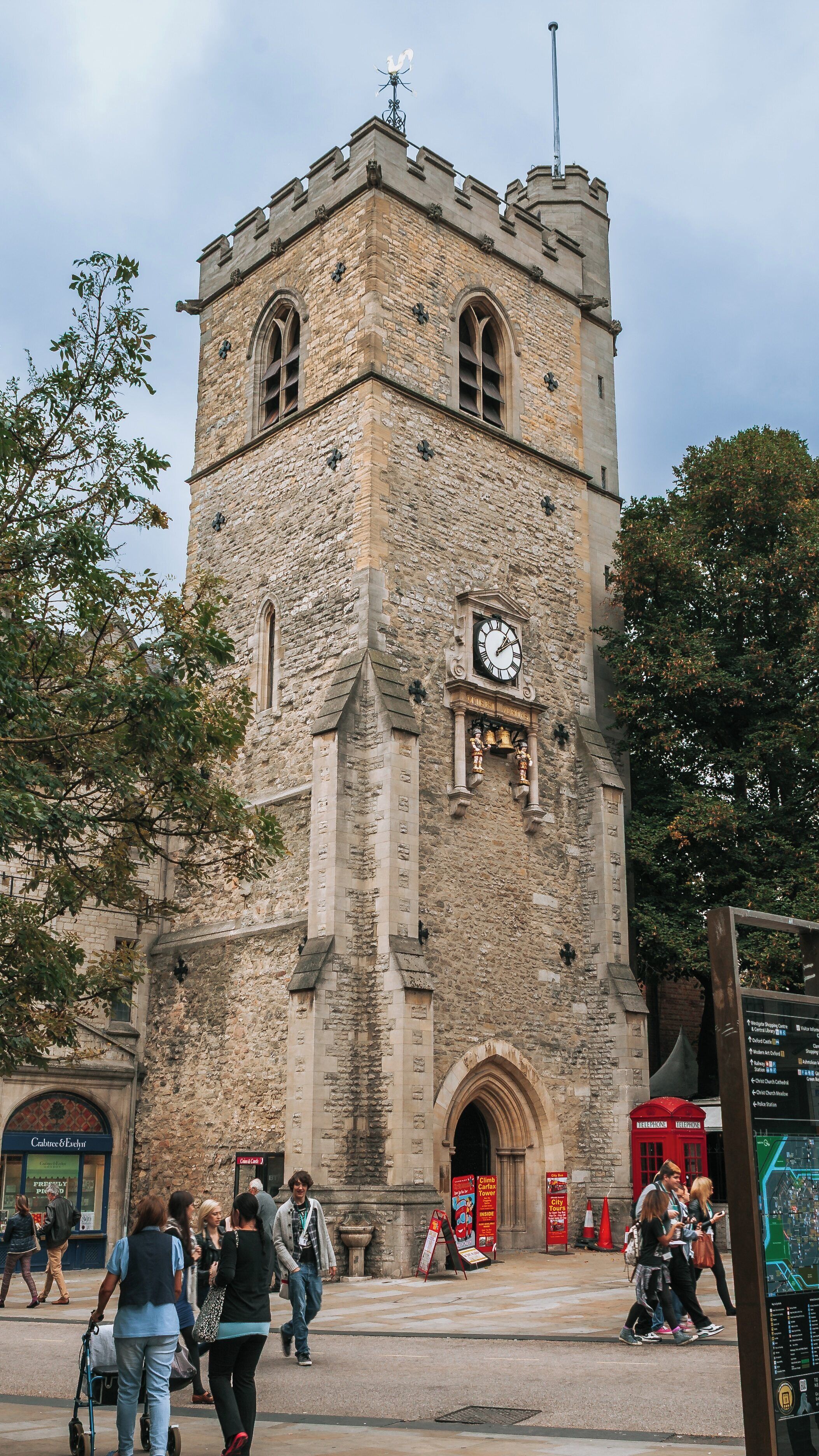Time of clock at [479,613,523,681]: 1:08
